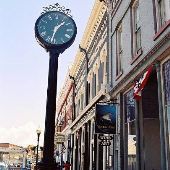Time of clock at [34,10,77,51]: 1:32
